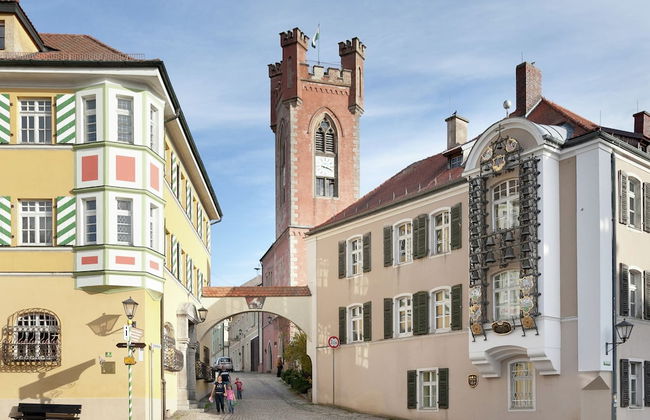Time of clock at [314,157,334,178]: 3:18
